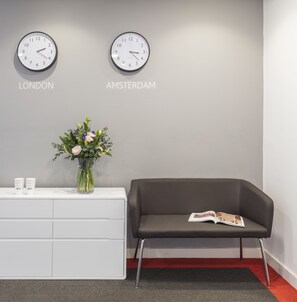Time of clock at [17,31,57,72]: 2:20
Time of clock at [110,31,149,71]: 3:22
